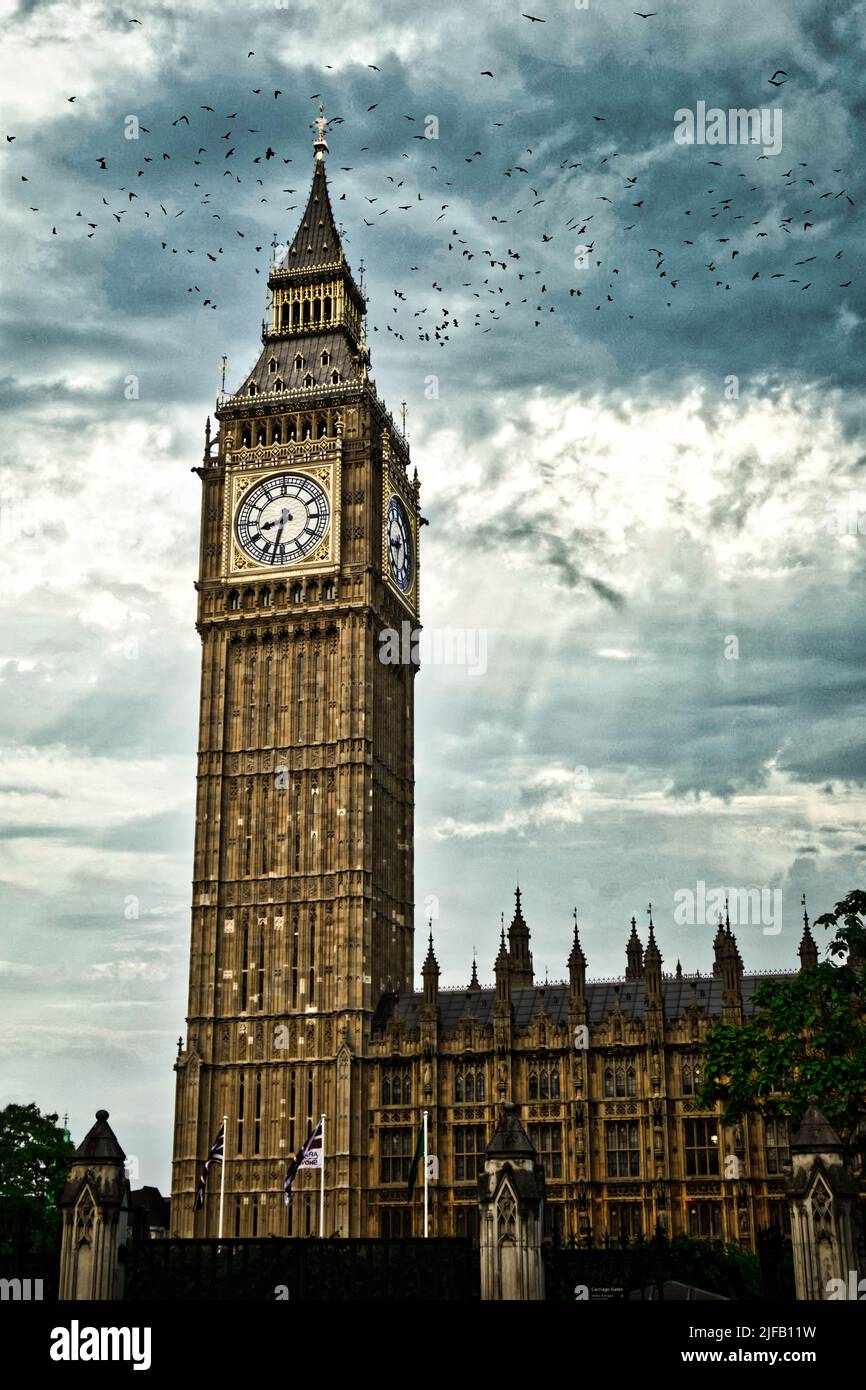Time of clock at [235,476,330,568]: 8:32
